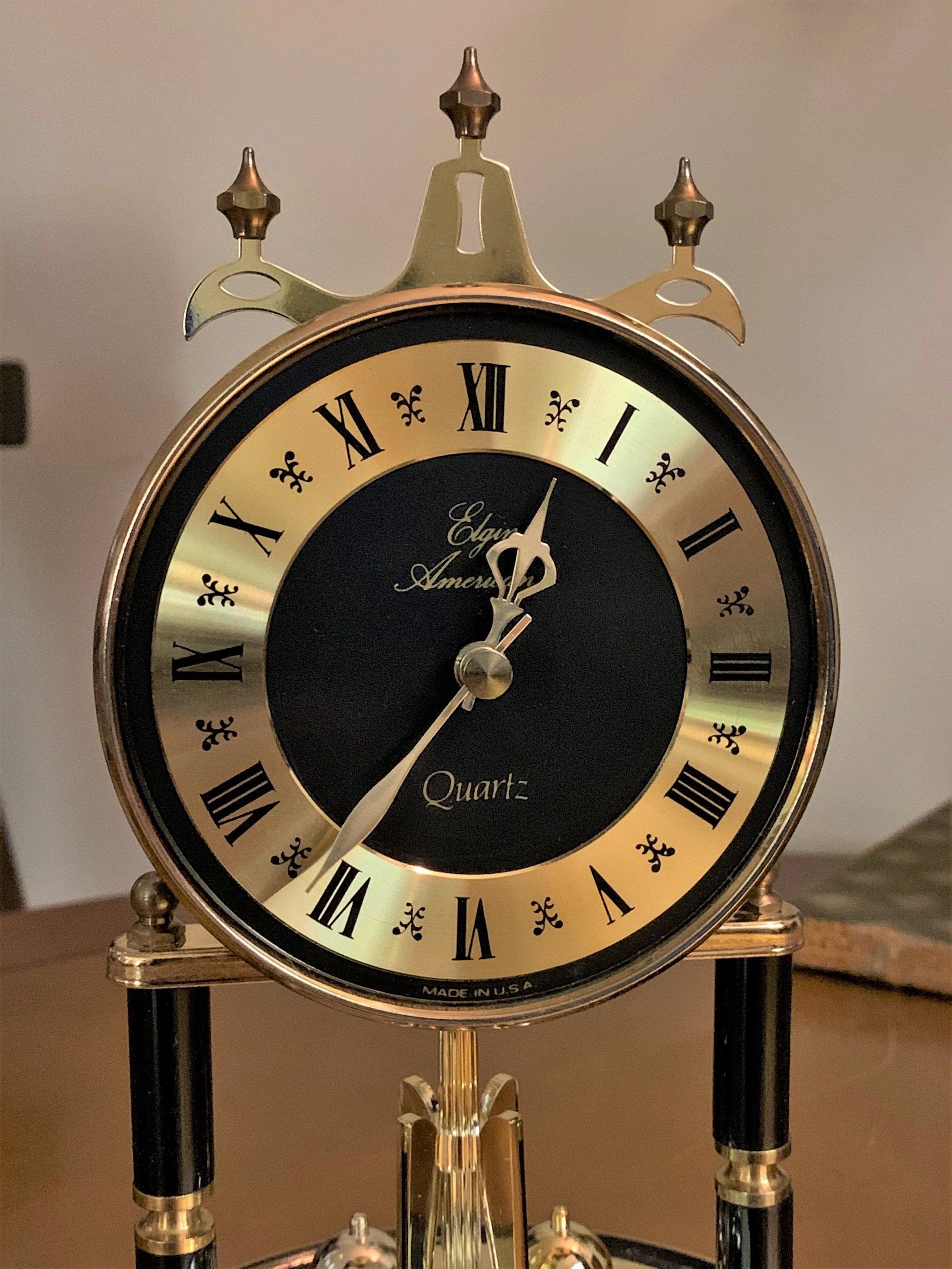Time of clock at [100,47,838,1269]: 12:35
